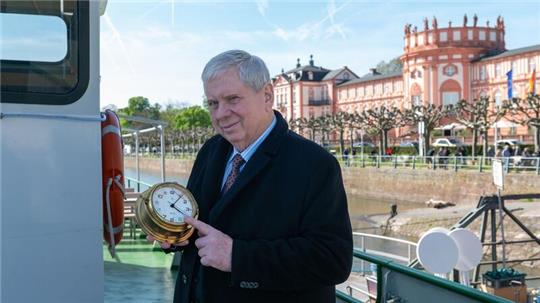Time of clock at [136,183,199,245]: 4:06
